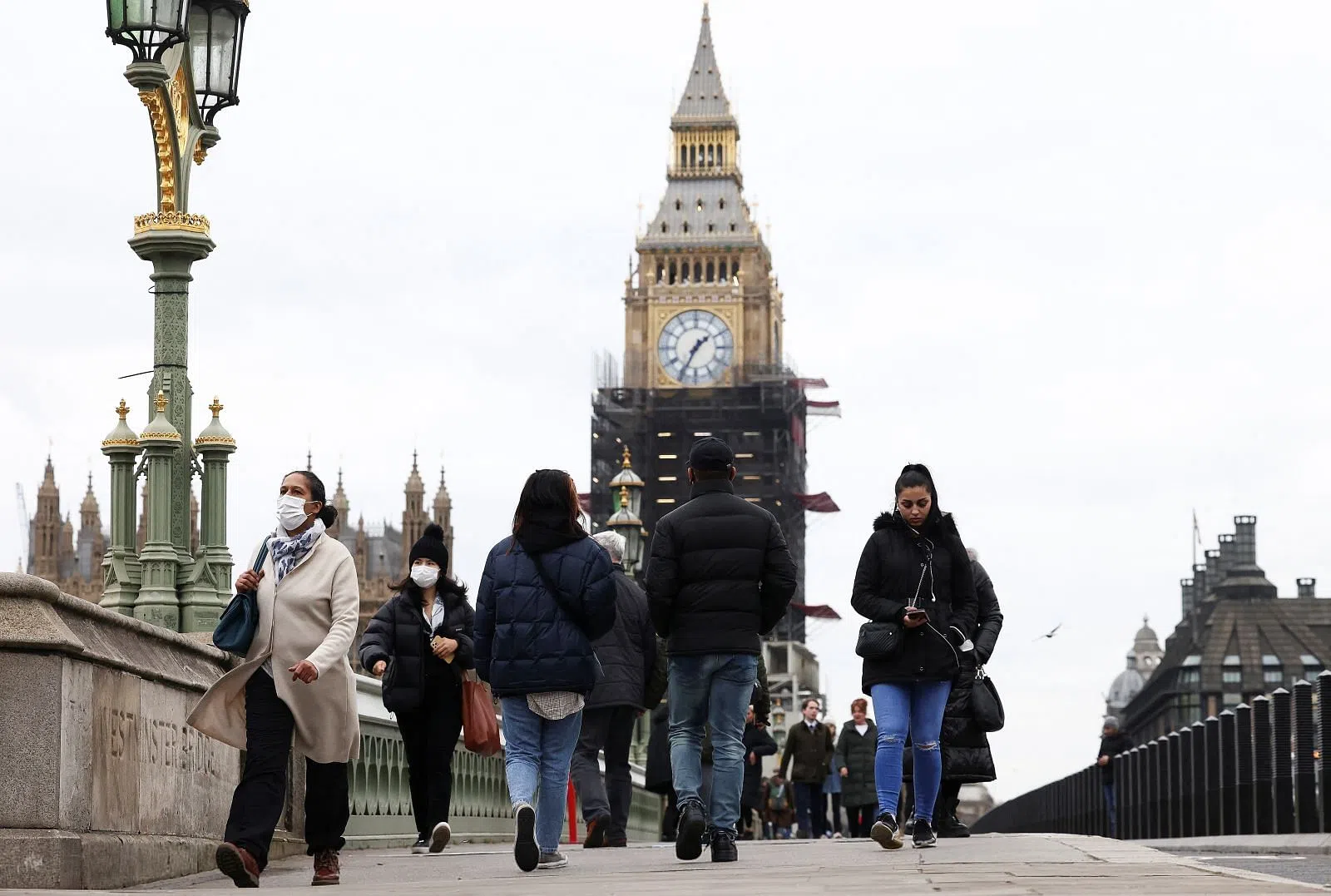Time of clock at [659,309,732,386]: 1:34
